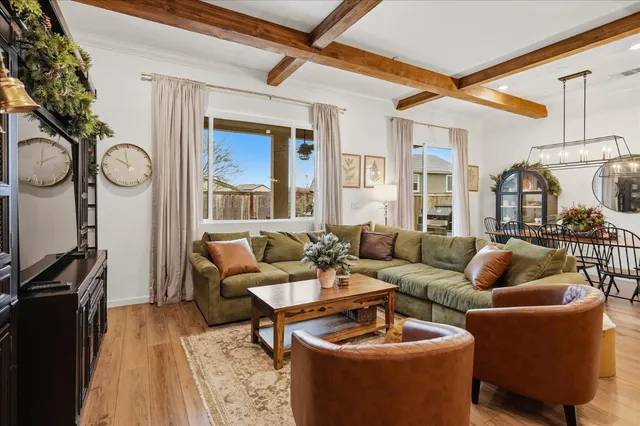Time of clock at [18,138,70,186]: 2:01
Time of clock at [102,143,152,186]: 9:58
